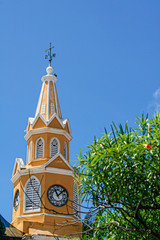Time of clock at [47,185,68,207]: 11:07
